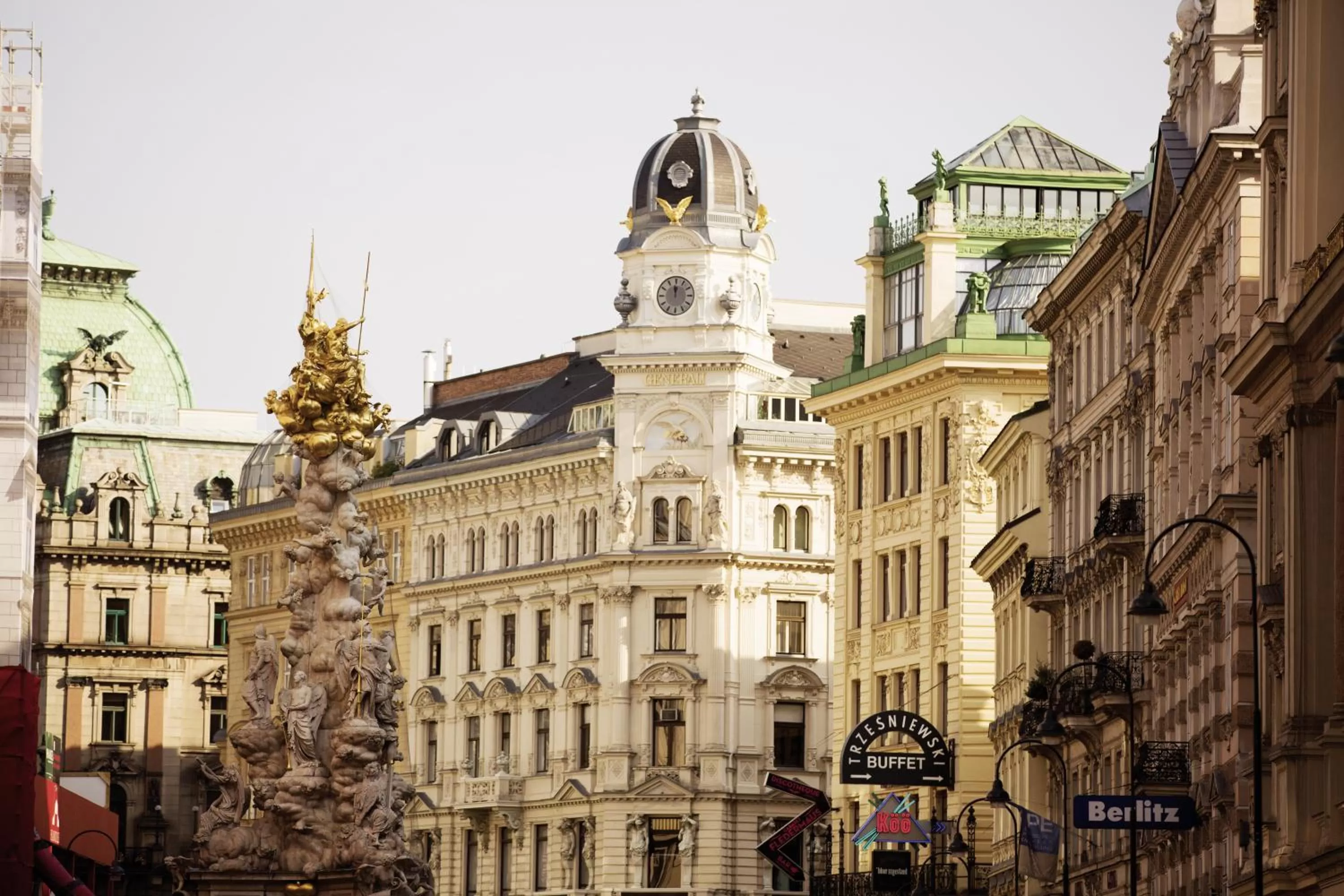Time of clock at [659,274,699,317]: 11:58
